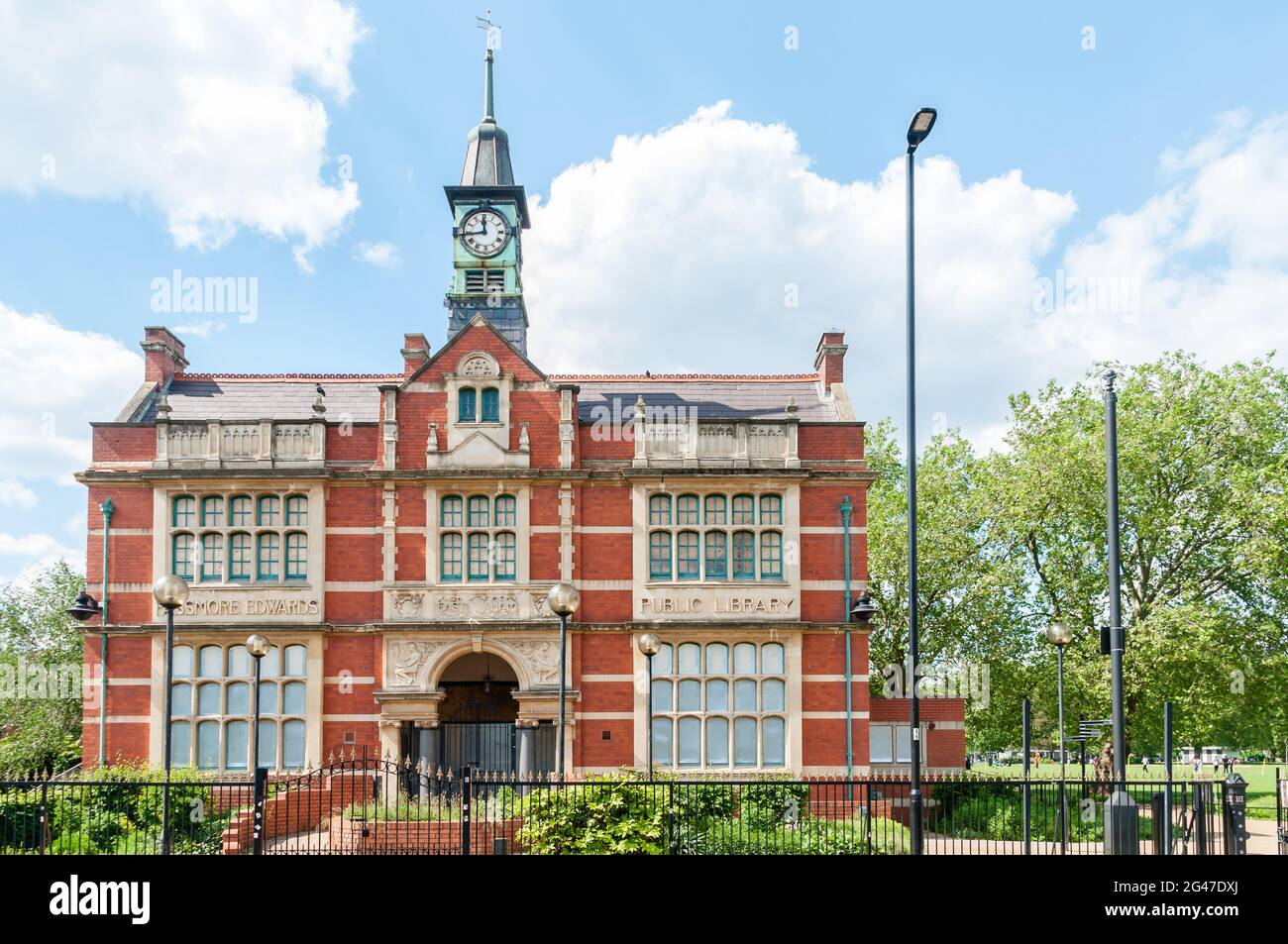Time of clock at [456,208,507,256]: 11:44
